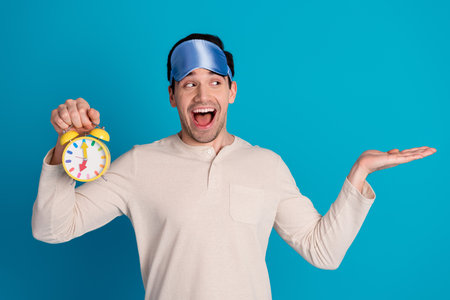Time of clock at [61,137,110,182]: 7:00
